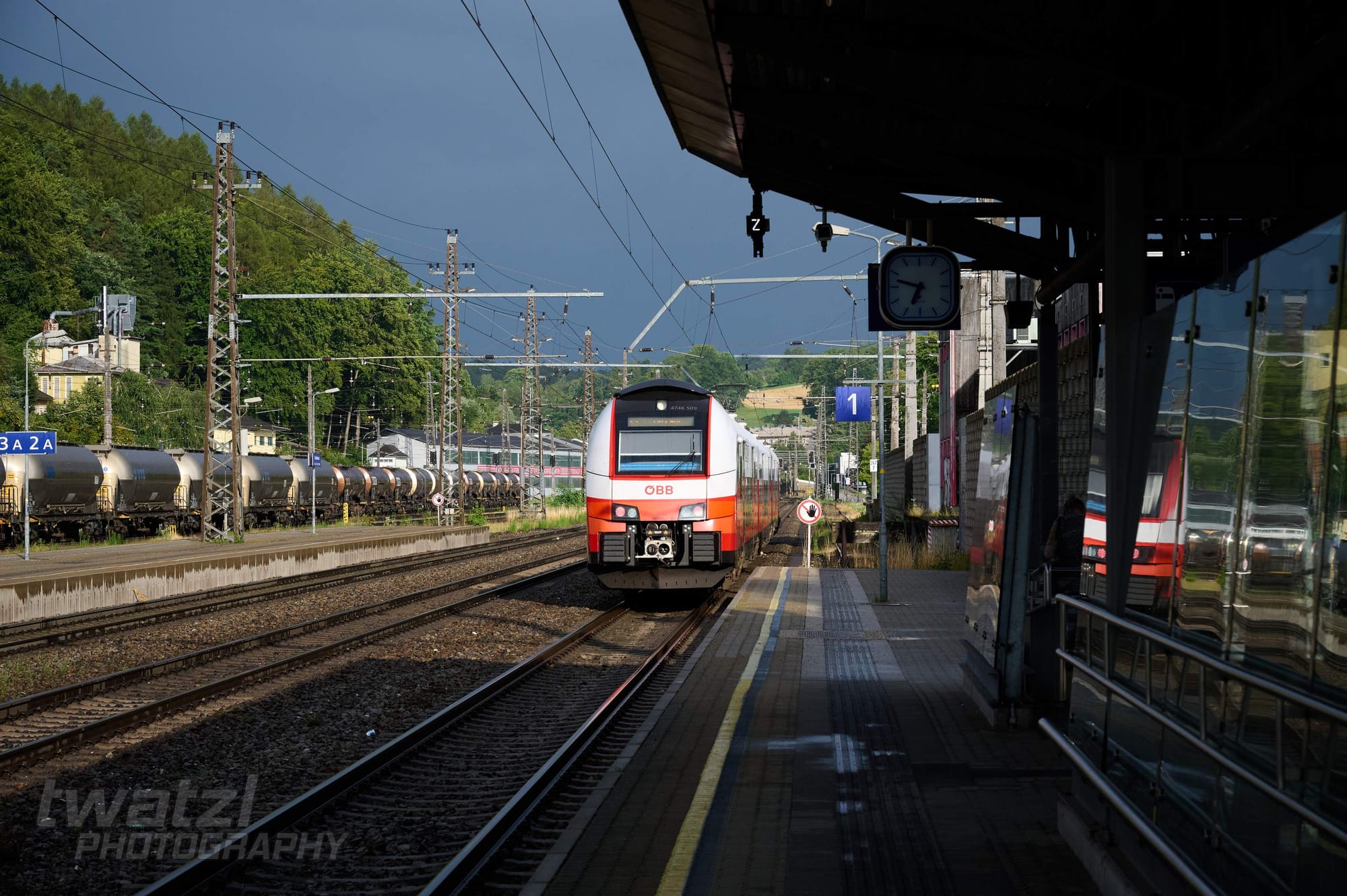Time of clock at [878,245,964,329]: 6:47
